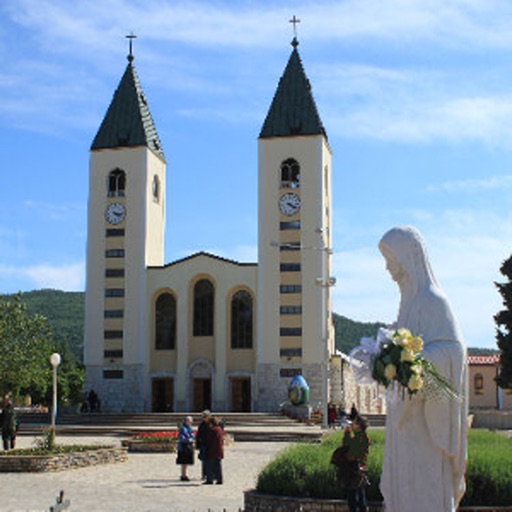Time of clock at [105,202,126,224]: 4:17
